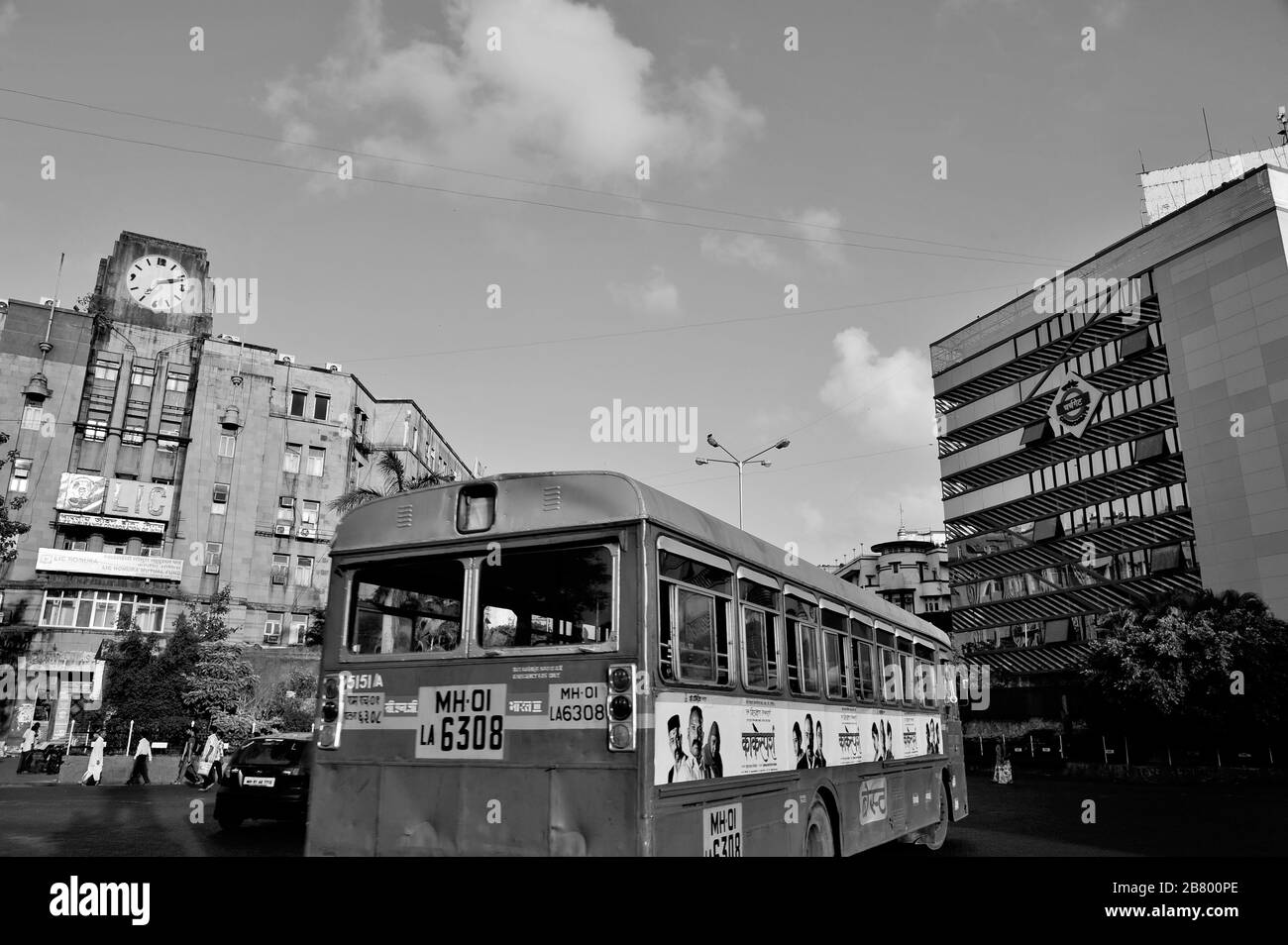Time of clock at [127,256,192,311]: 7:11
